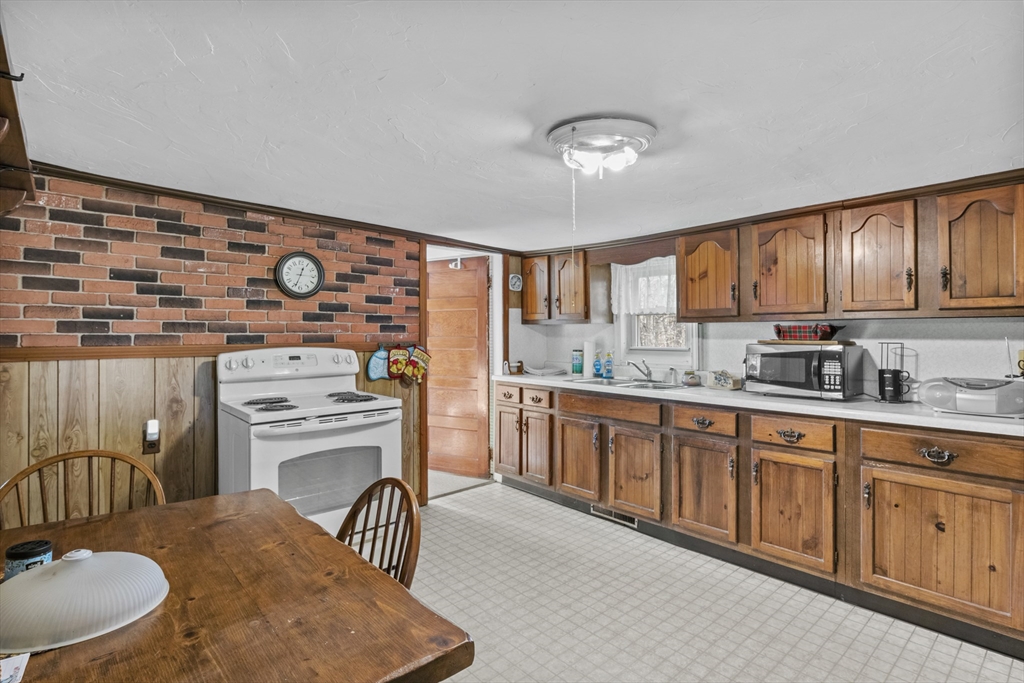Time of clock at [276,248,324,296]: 12:33
